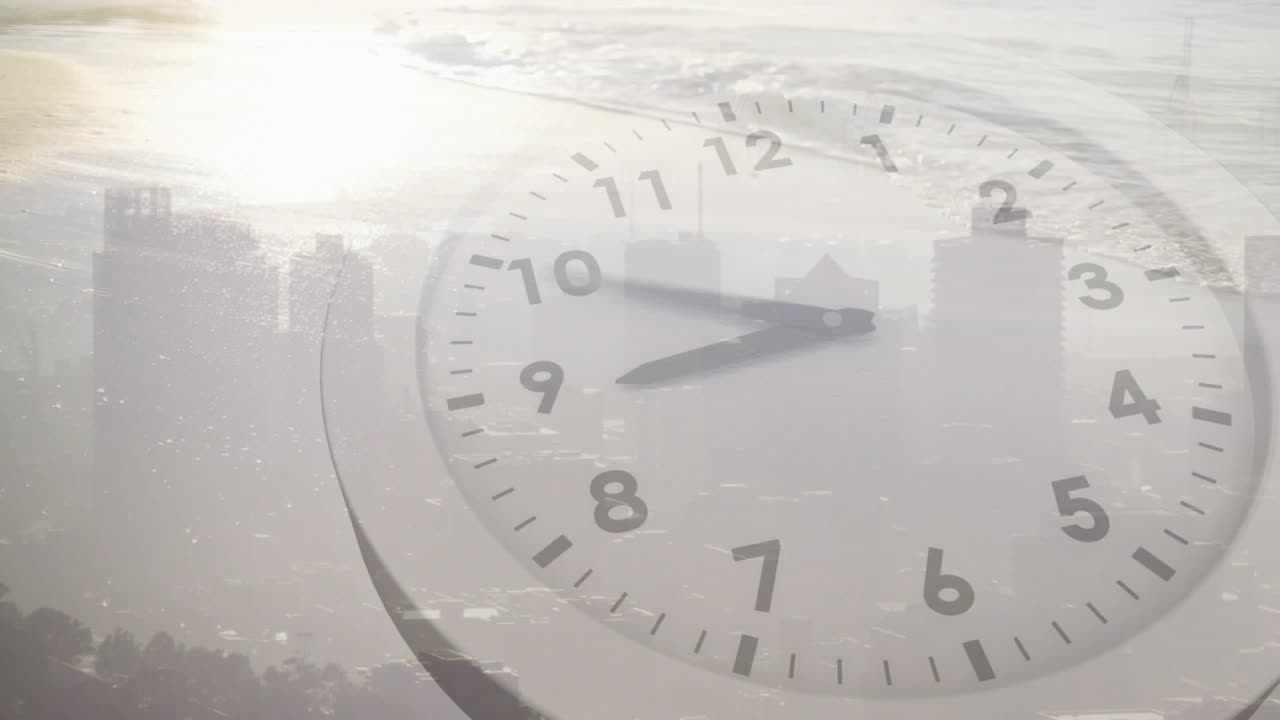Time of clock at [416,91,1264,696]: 8:49
